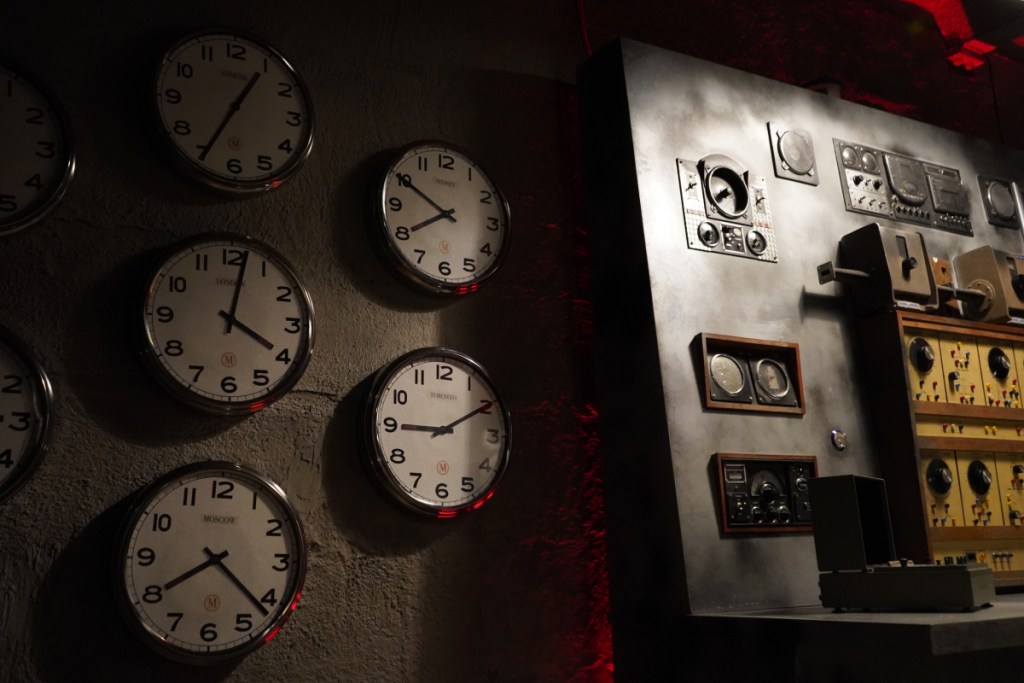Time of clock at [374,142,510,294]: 7:49
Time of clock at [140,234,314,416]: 4:02
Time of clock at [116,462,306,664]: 8:21
